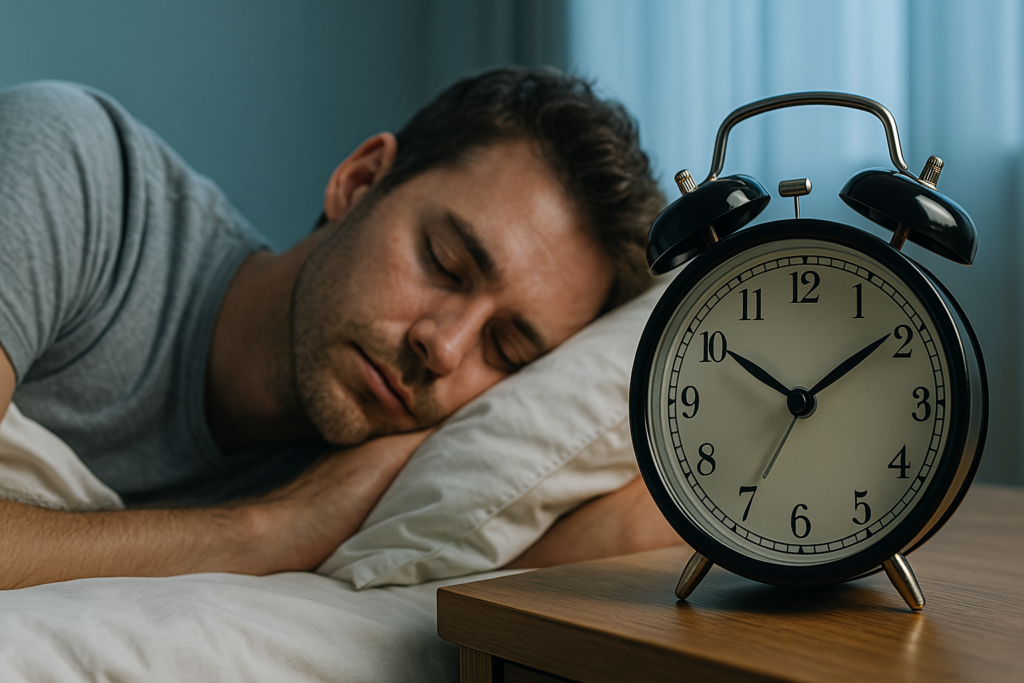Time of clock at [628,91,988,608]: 10:09
